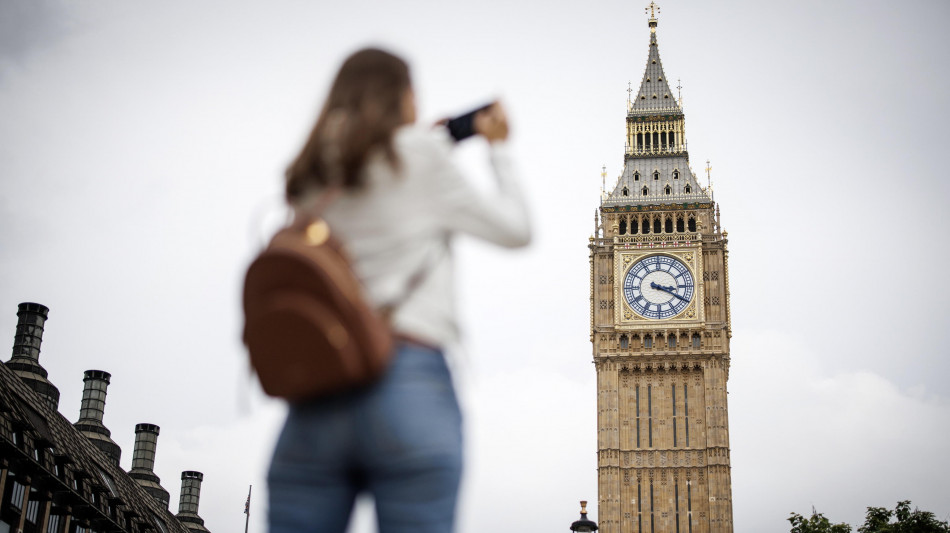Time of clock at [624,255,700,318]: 3:20
